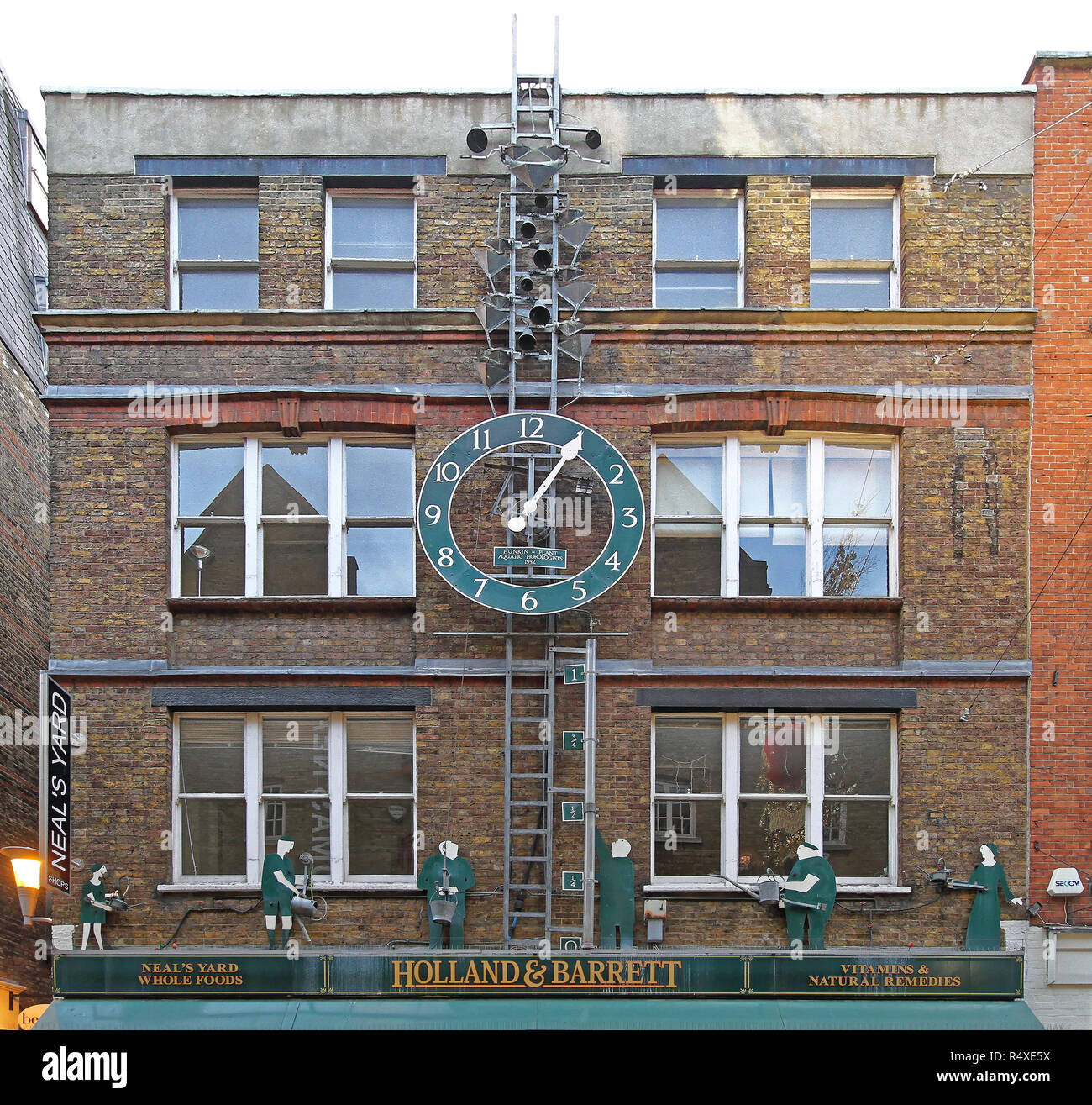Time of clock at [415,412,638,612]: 1:05
